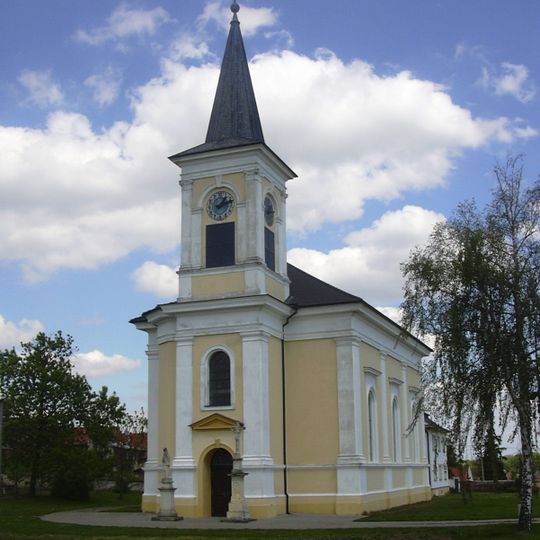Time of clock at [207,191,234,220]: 1:11
